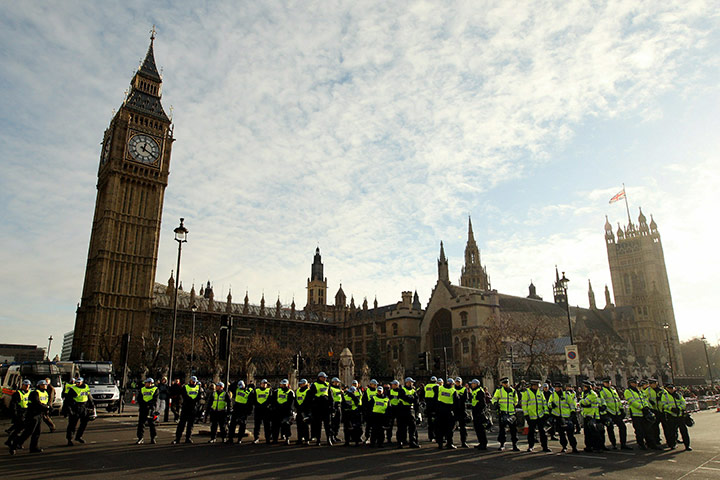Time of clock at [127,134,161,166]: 12:19
